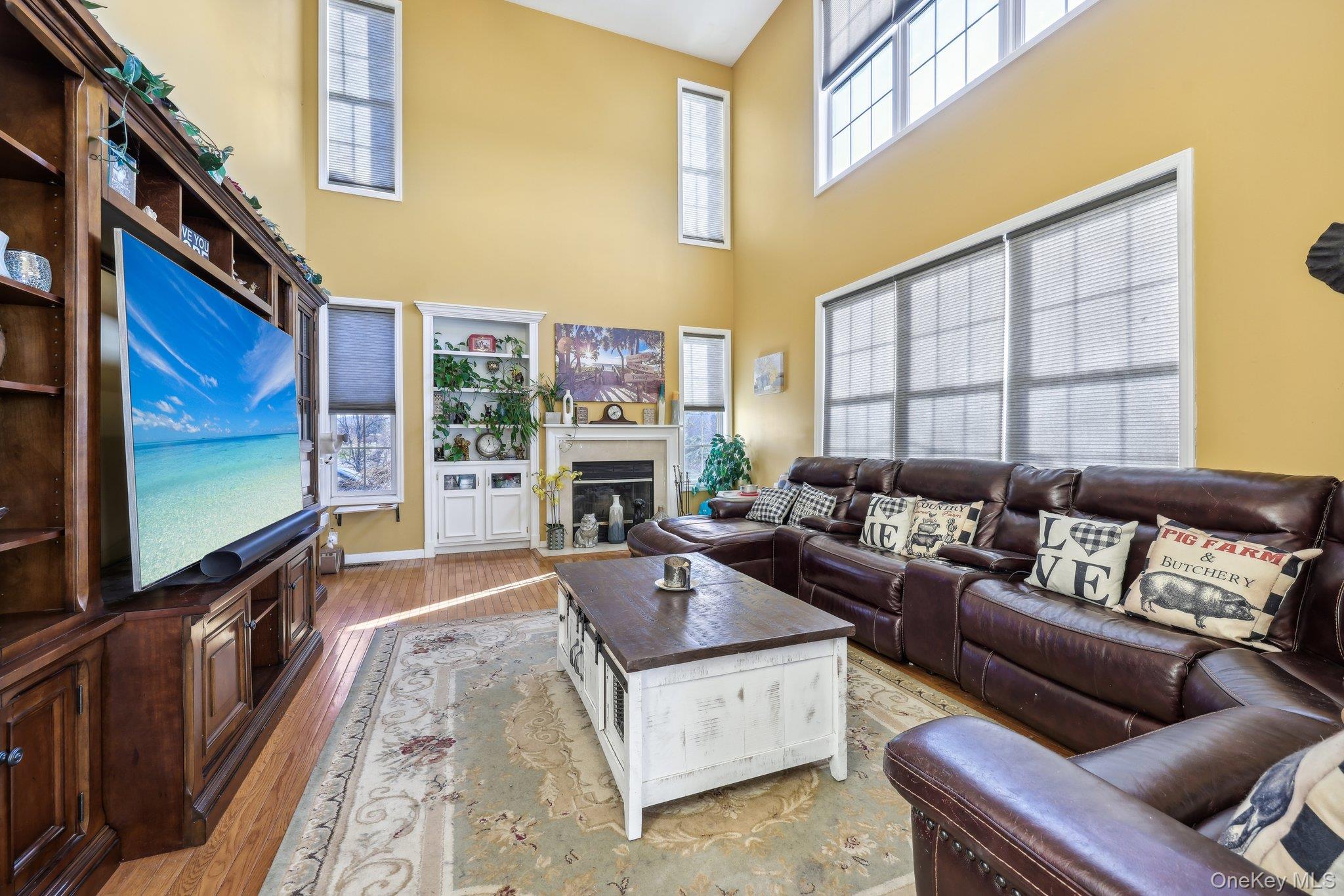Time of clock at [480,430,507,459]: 11:35
